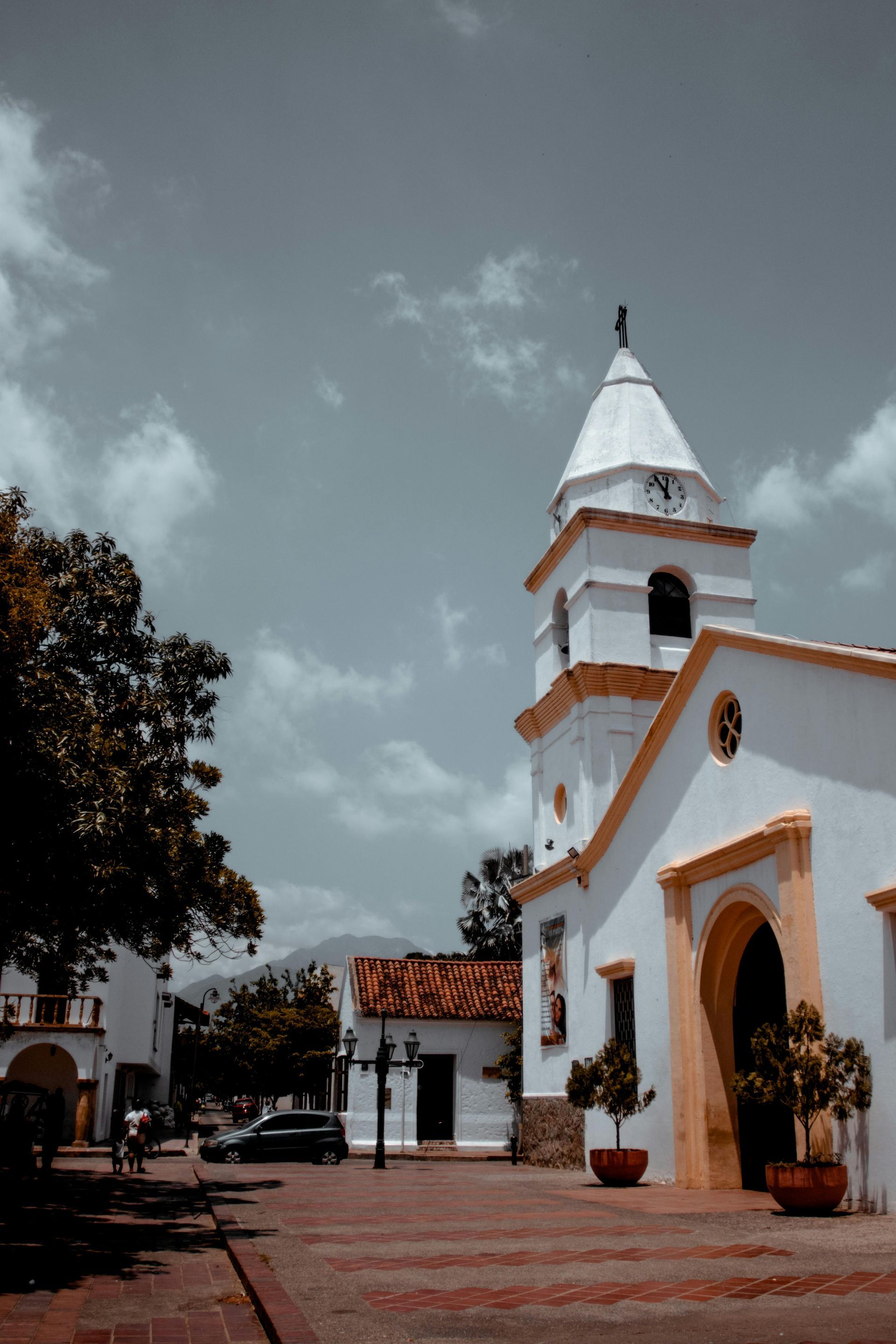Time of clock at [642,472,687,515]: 11:01
